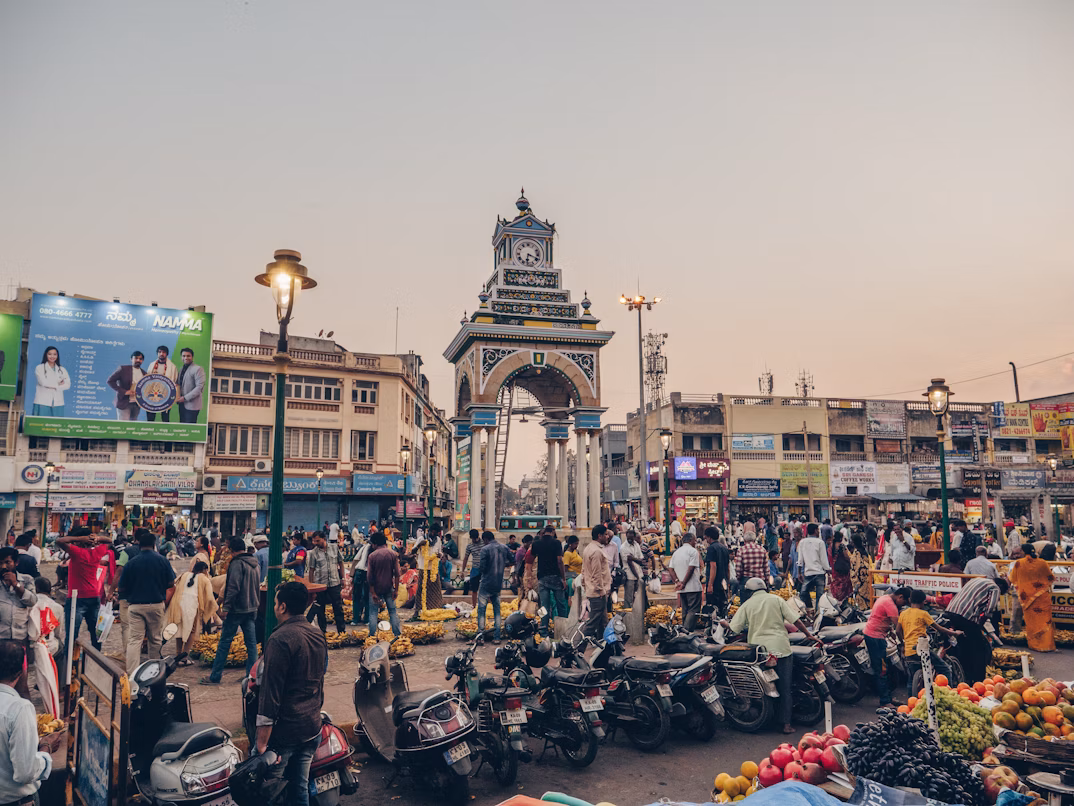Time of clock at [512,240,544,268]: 6:18
